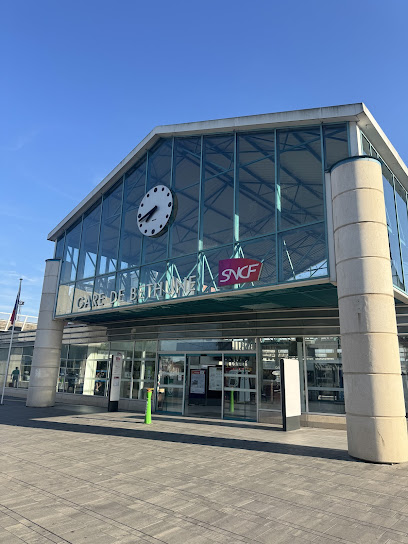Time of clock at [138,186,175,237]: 7:42
